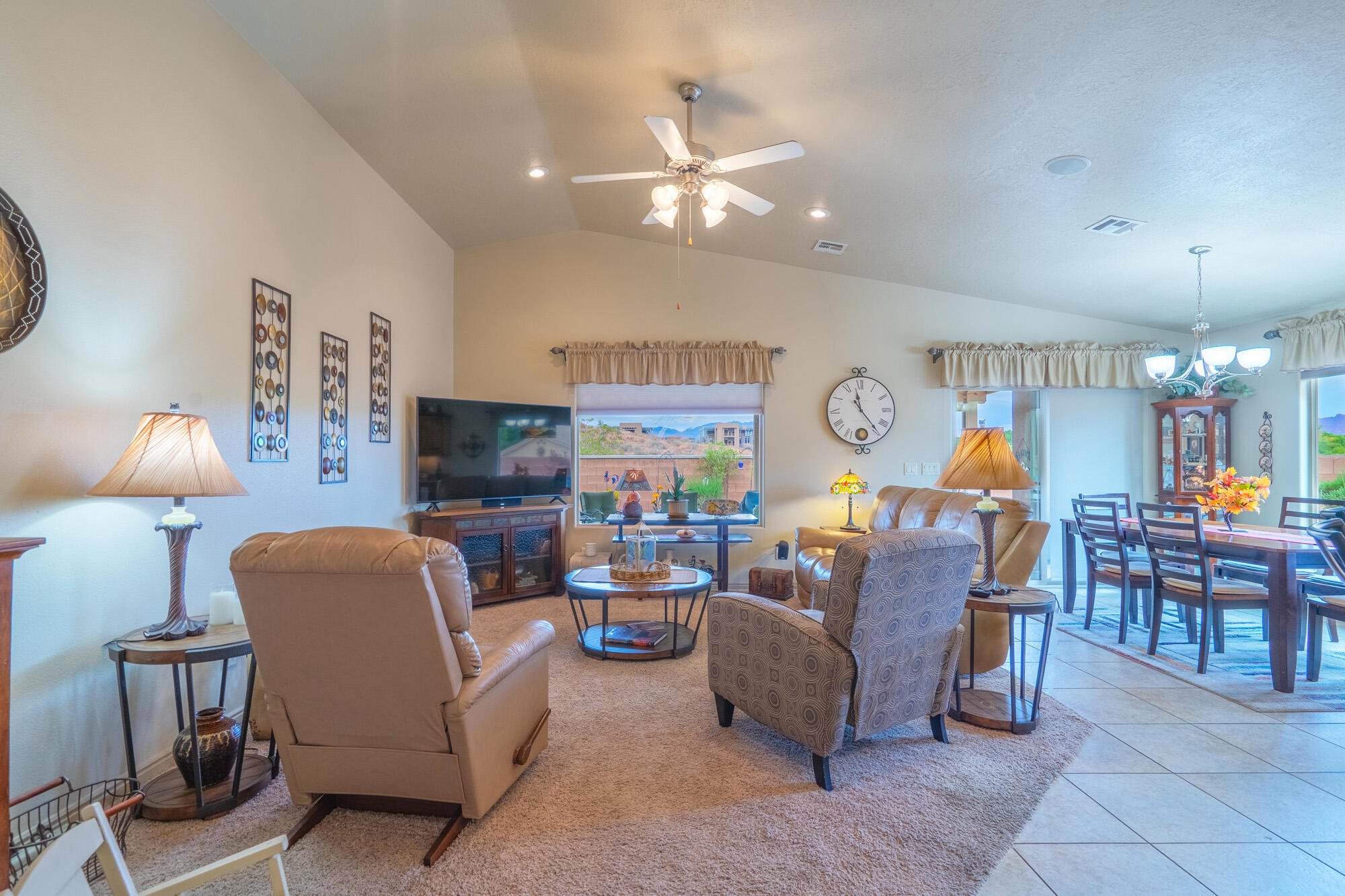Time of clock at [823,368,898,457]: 11:23
